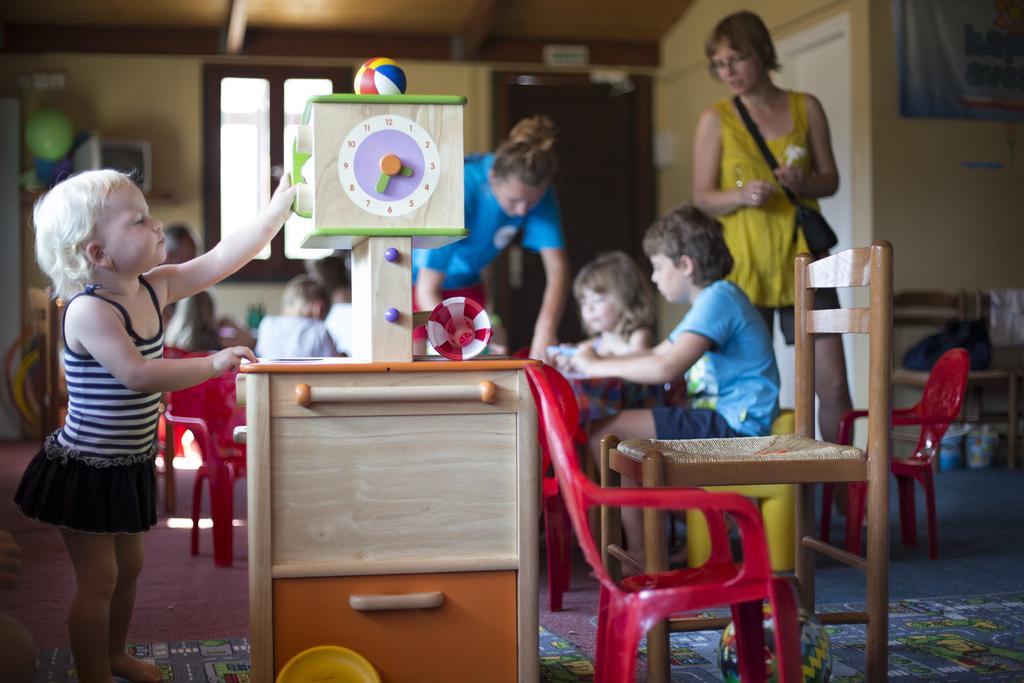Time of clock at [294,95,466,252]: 3:34
